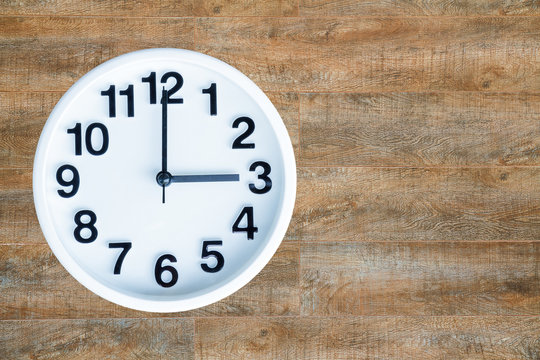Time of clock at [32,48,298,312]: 3:00
